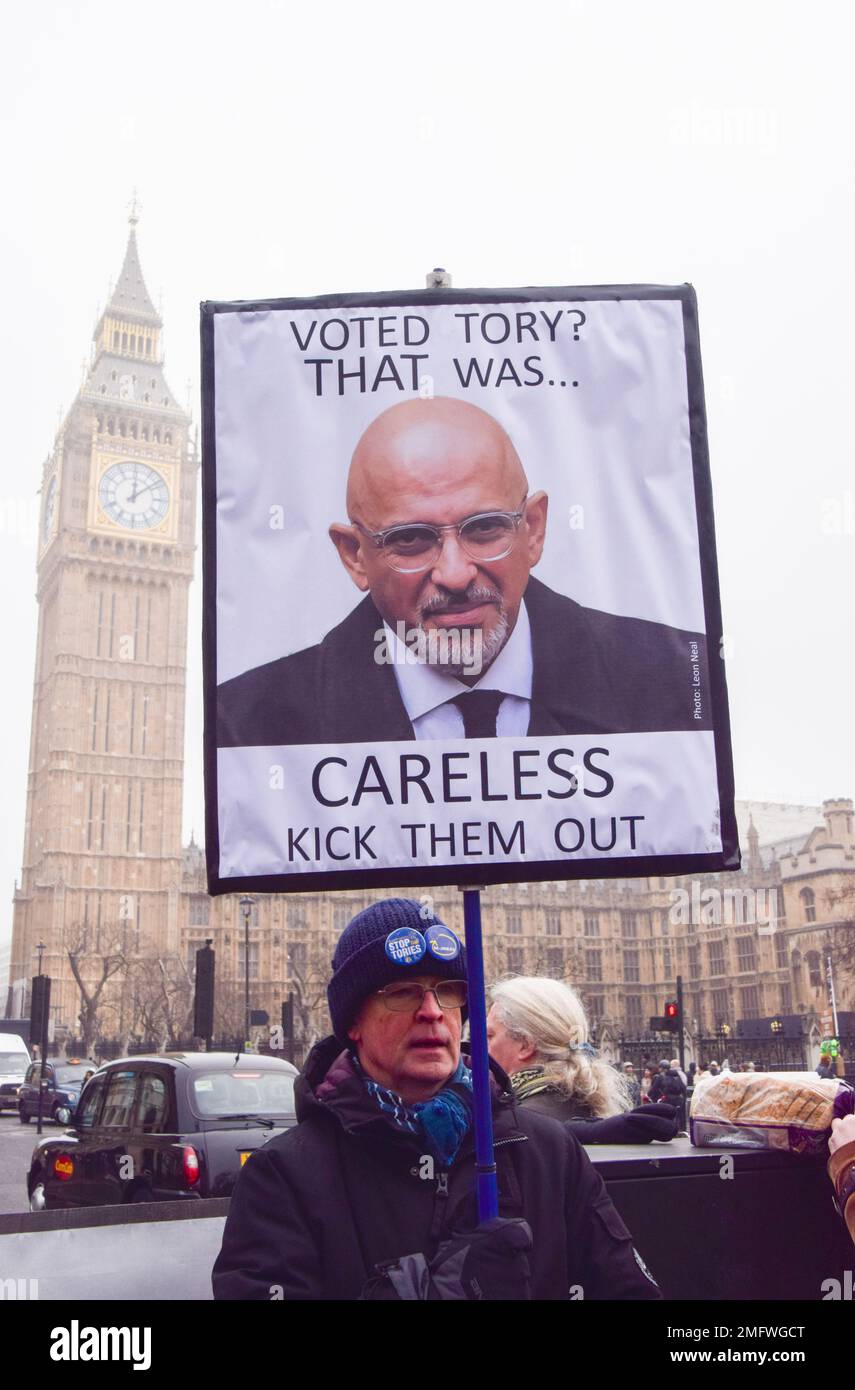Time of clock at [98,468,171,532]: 12:08
